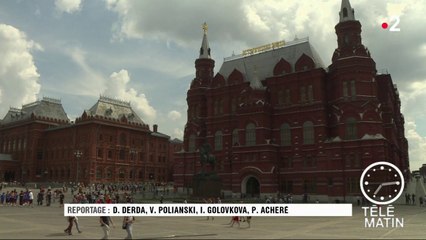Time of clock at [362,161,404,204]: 7:14
